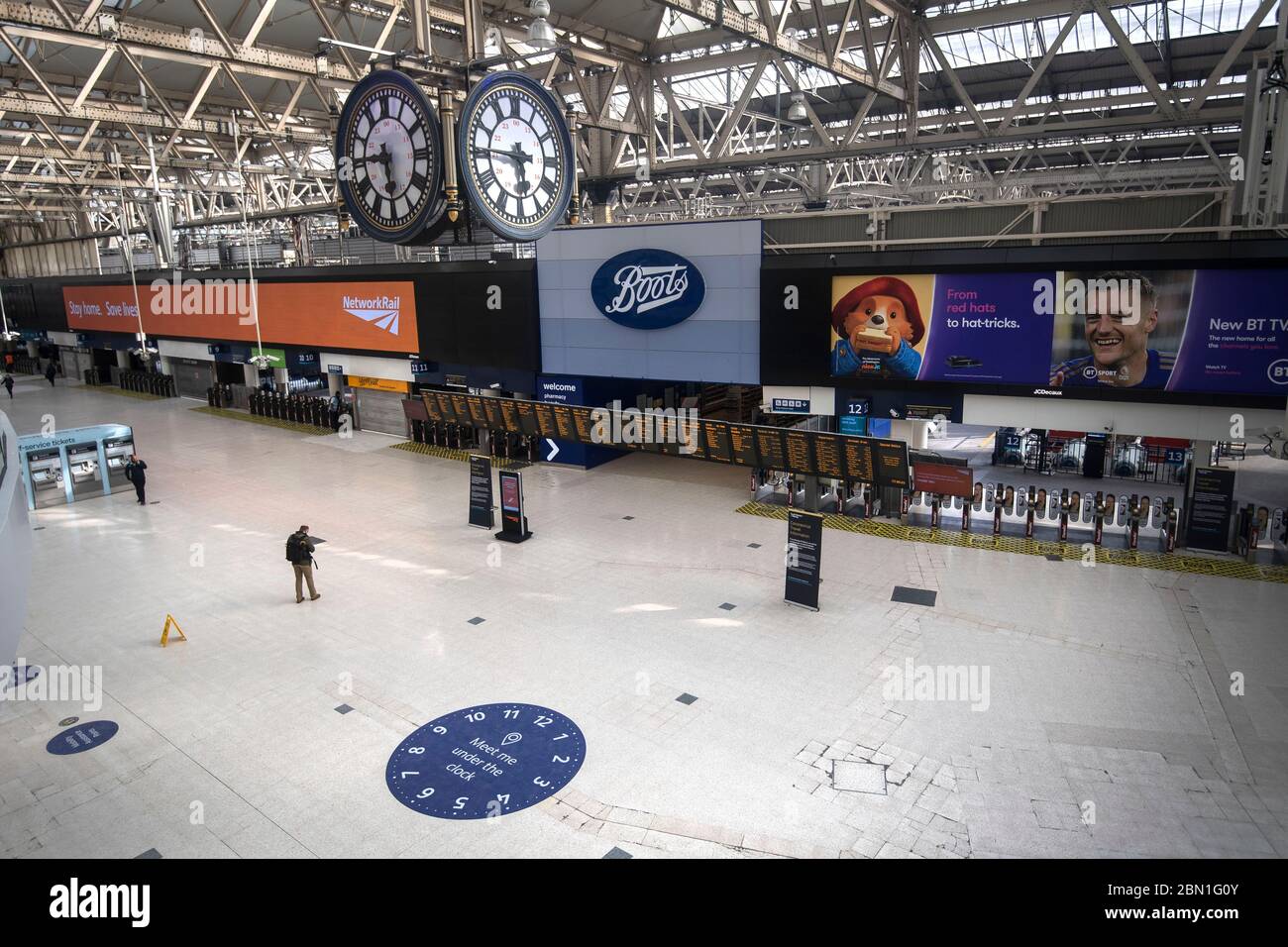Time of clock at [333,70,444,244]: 5:45
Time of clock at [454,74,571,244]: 5:45
